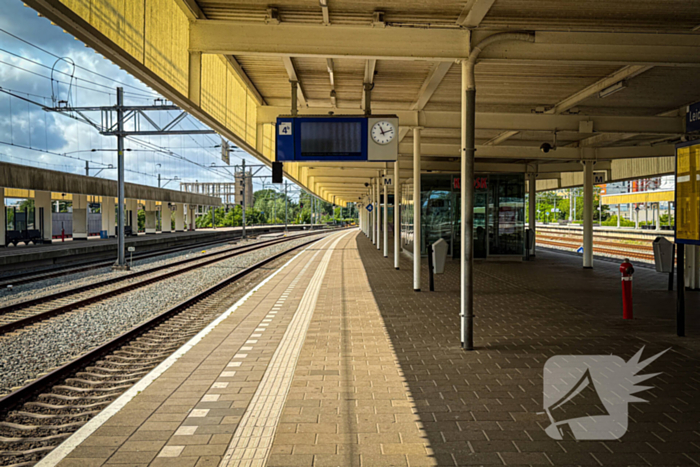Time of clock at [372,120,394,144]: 11:12
